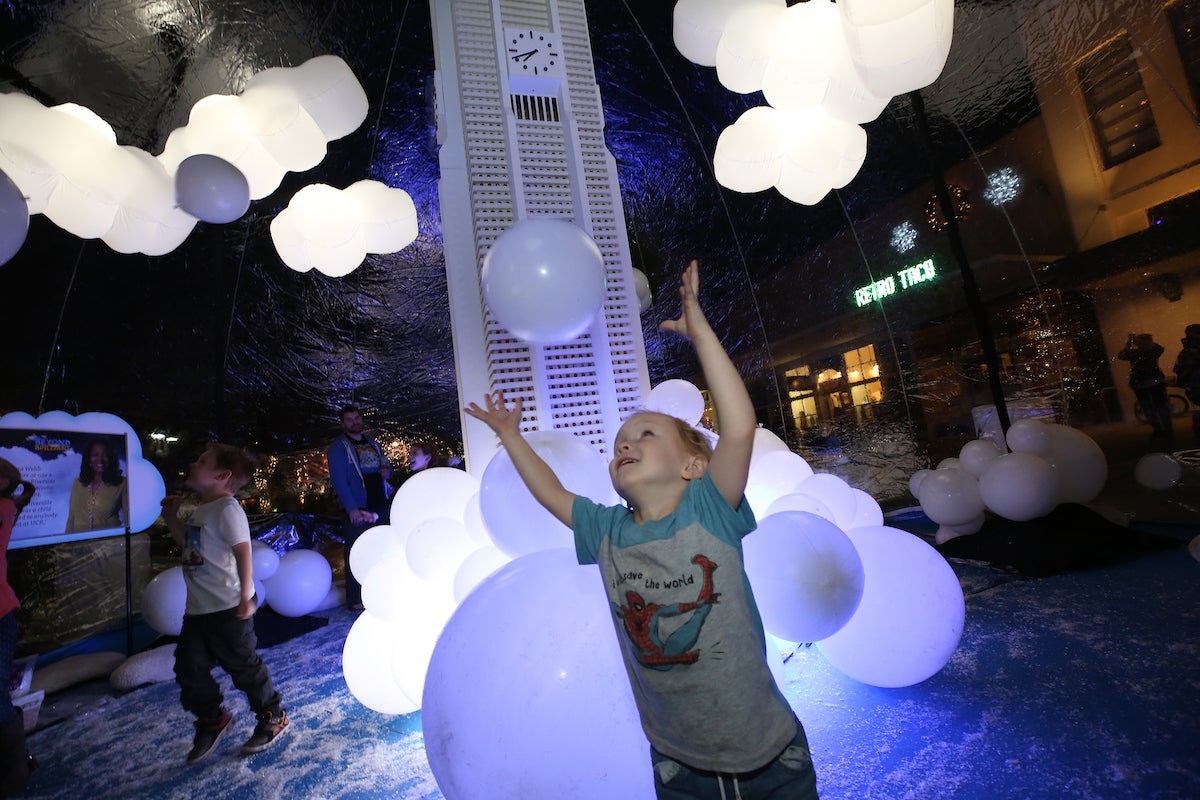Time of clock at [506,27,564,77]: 7:41
